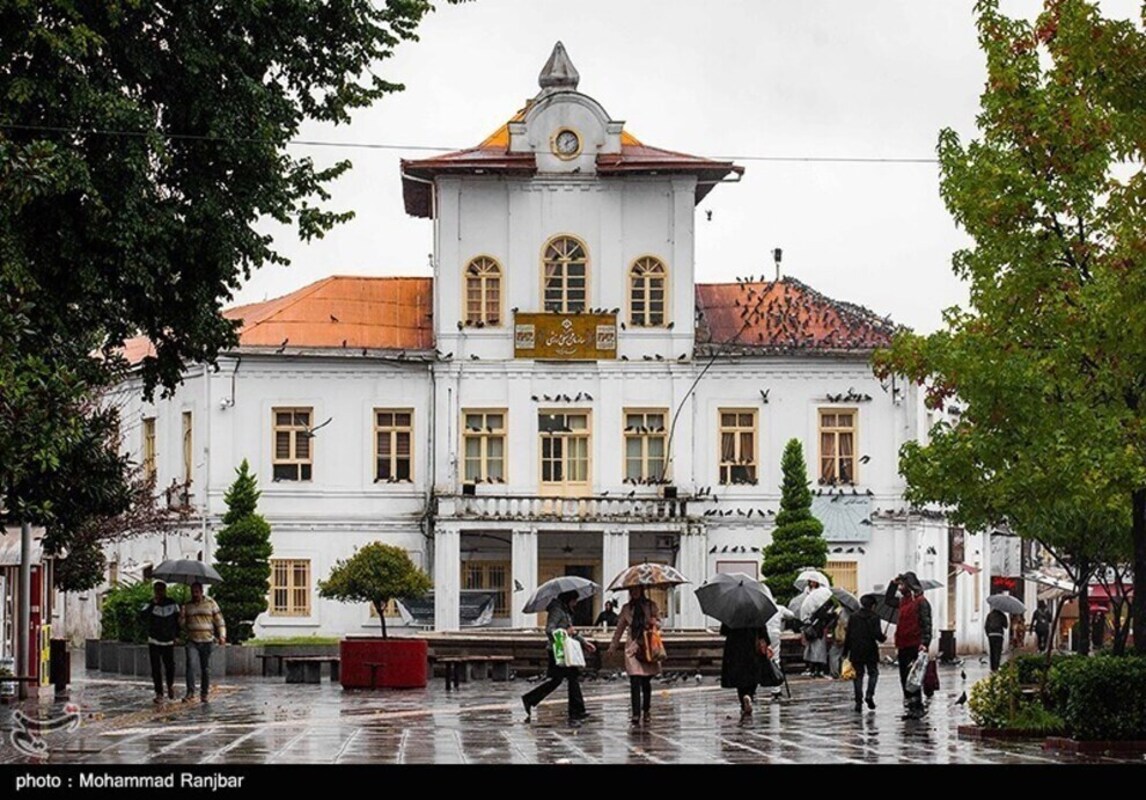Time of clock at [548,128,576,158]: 6:10
